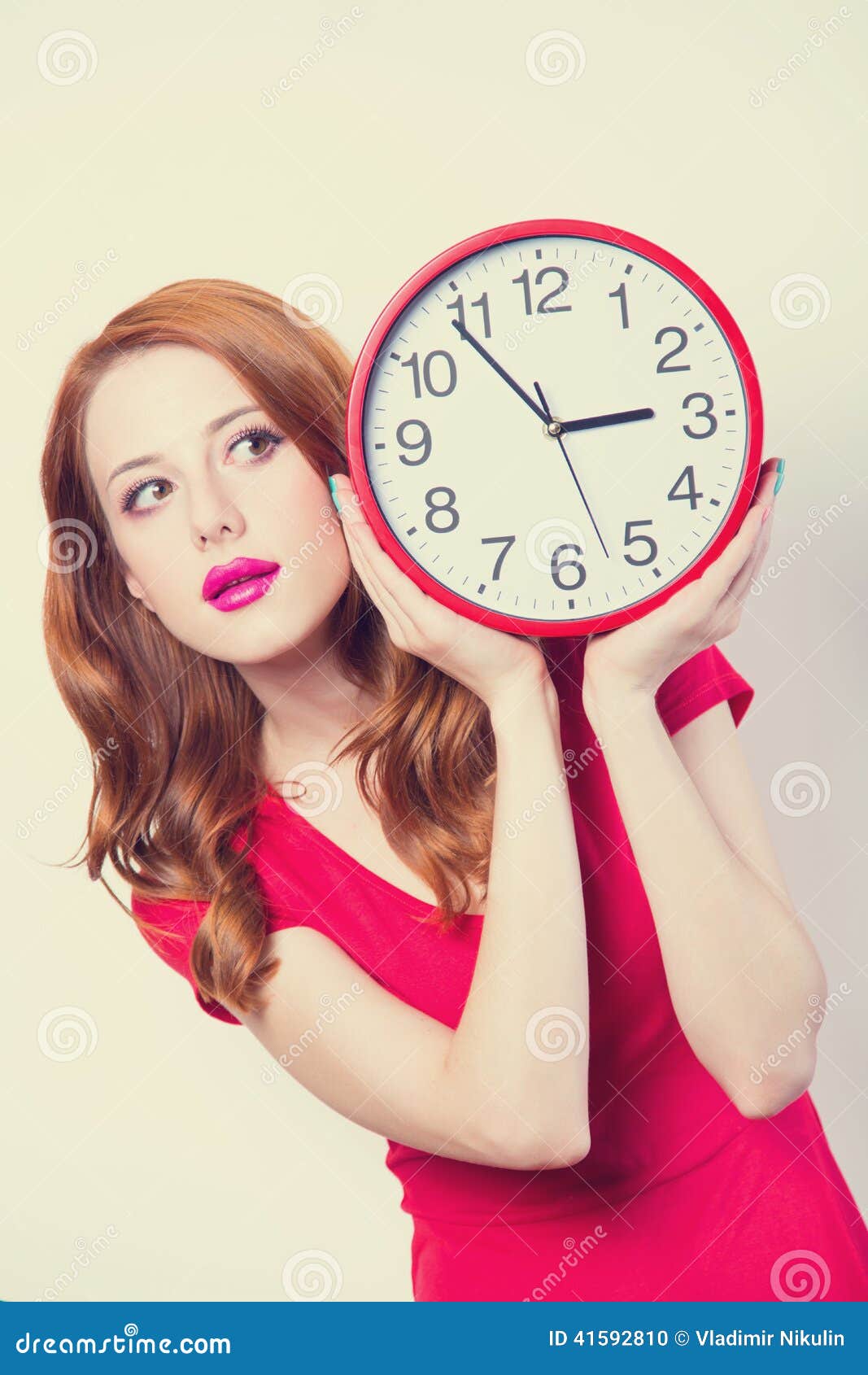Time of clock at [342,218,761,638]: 2:53
